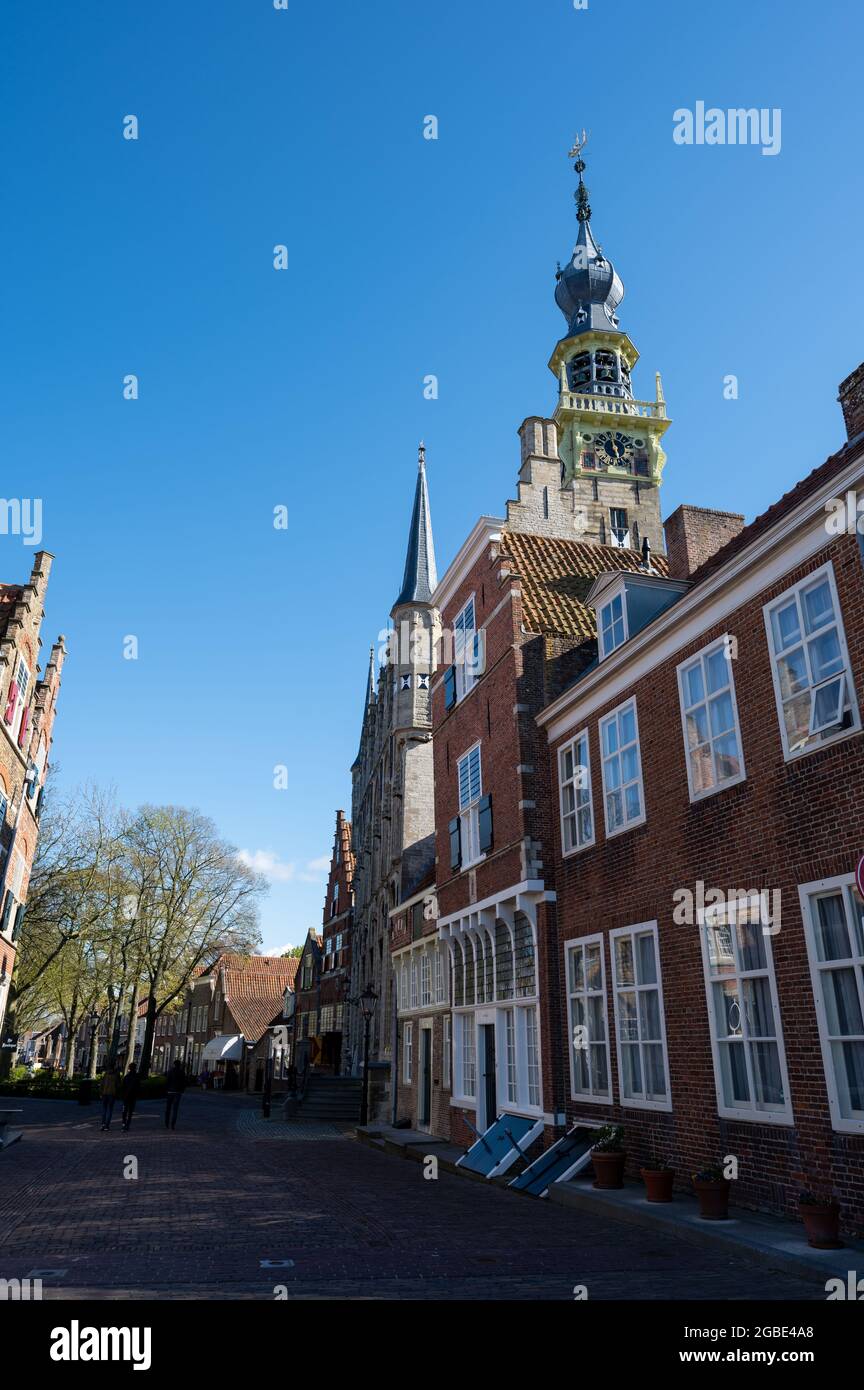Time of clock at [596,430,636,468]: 5:59
